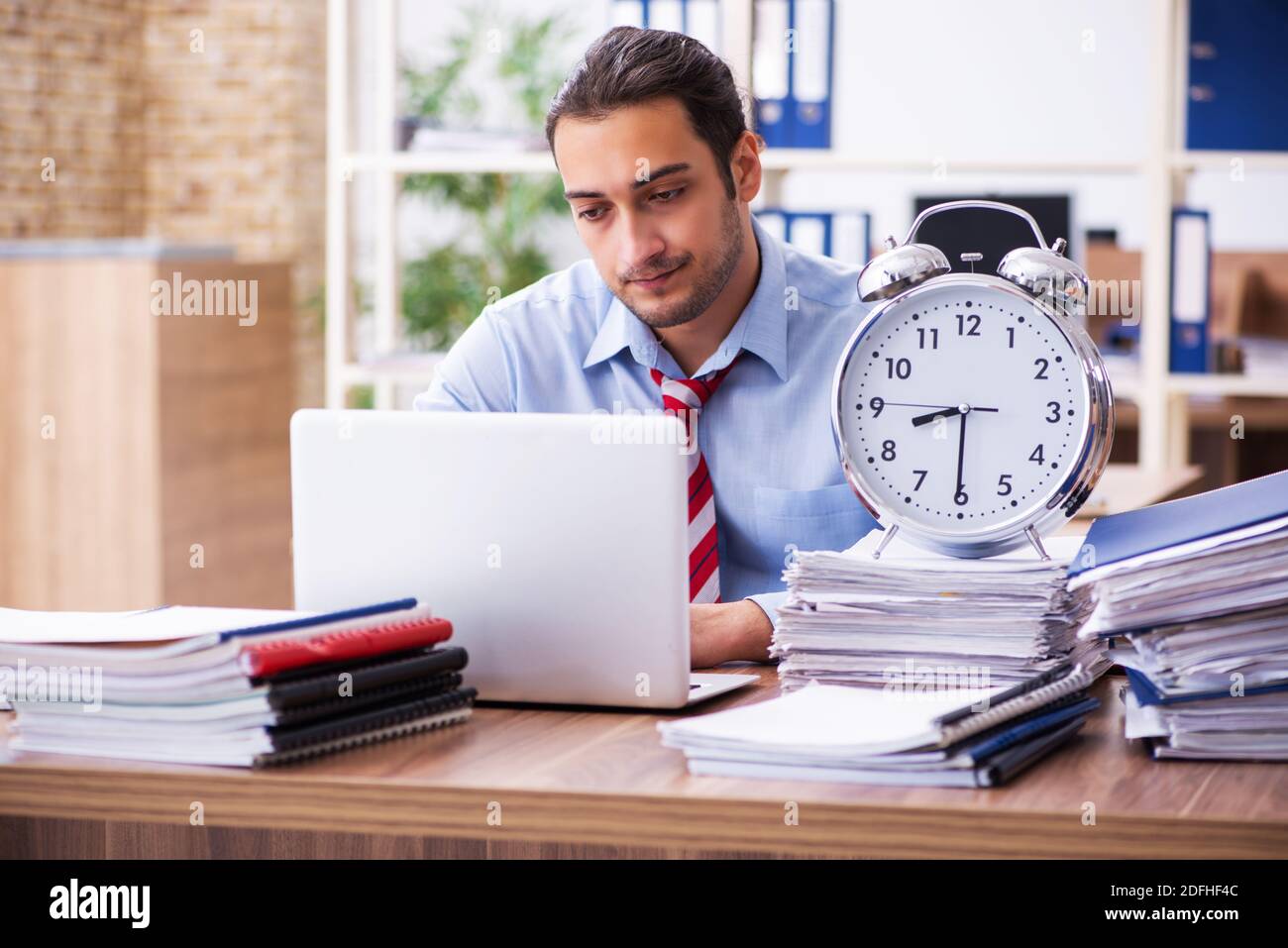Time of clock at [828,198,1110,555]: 8:30
